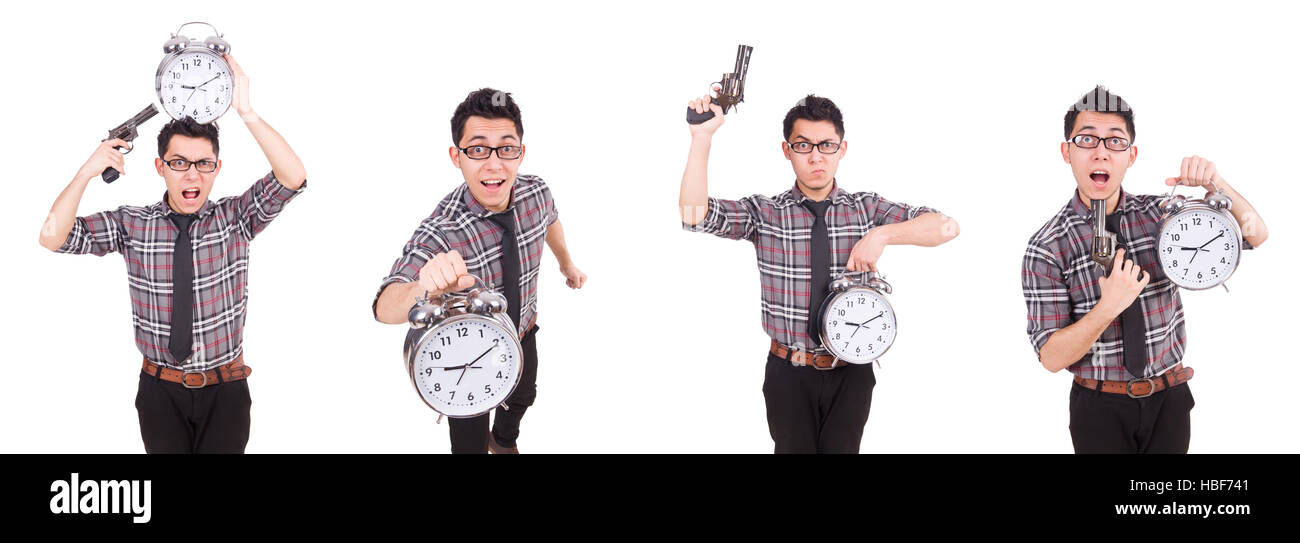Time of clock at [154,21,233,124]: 9:10
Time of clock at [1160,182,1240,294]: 9:10
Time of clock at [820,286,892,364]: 9:10
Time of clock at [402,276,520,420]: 9:10
